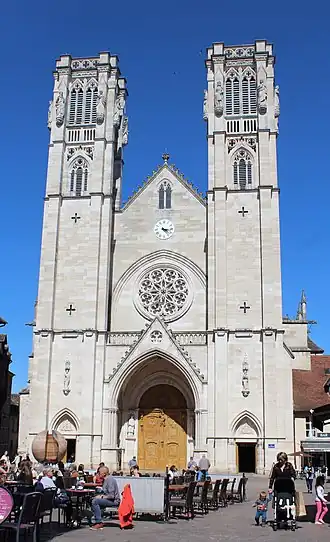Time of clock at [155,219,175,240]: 3:22
